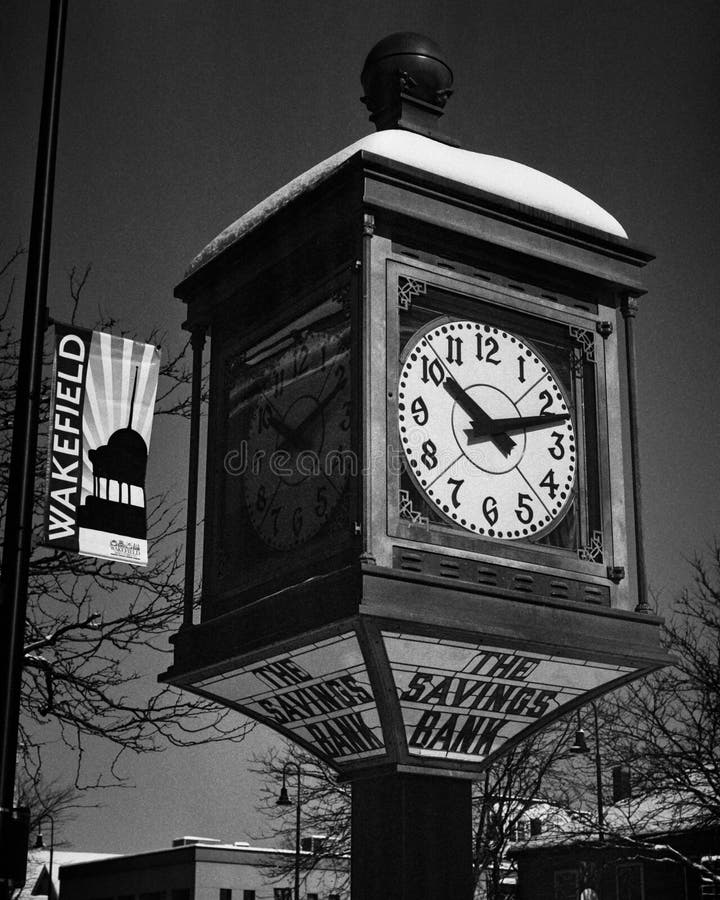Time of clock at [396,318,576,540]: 10:12
